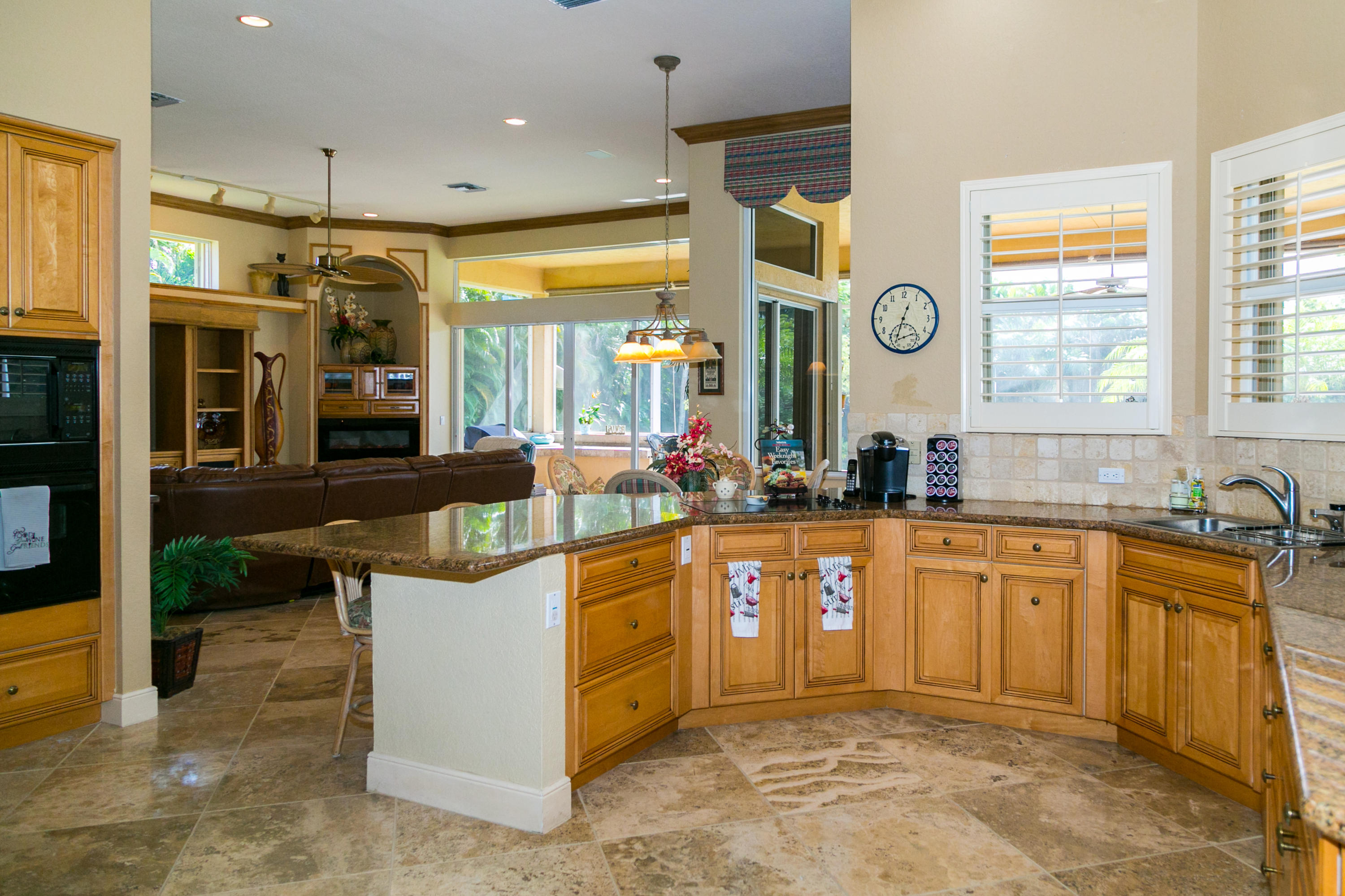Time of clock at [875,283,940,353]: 12:32
